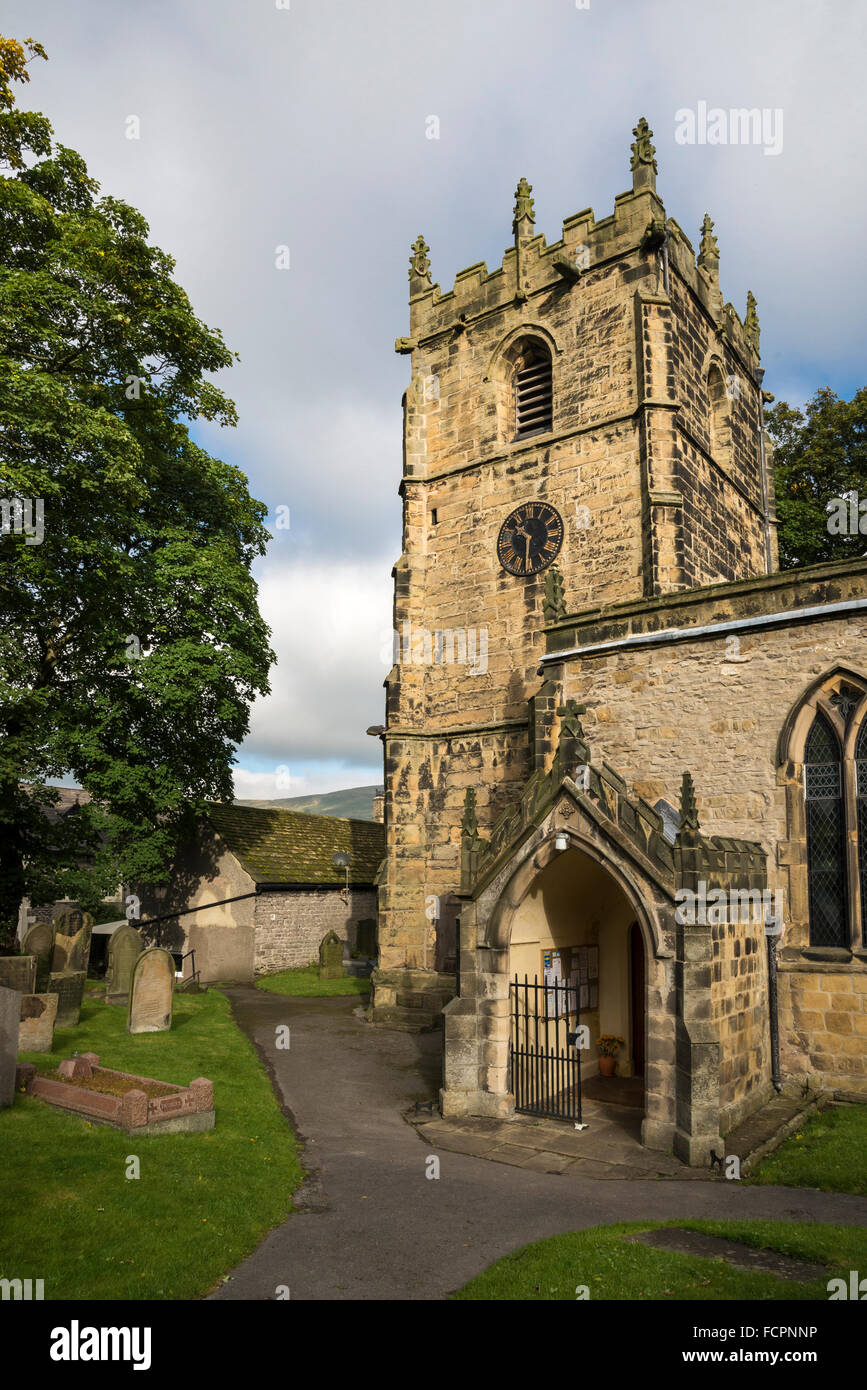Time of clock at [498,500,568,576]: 10:30
